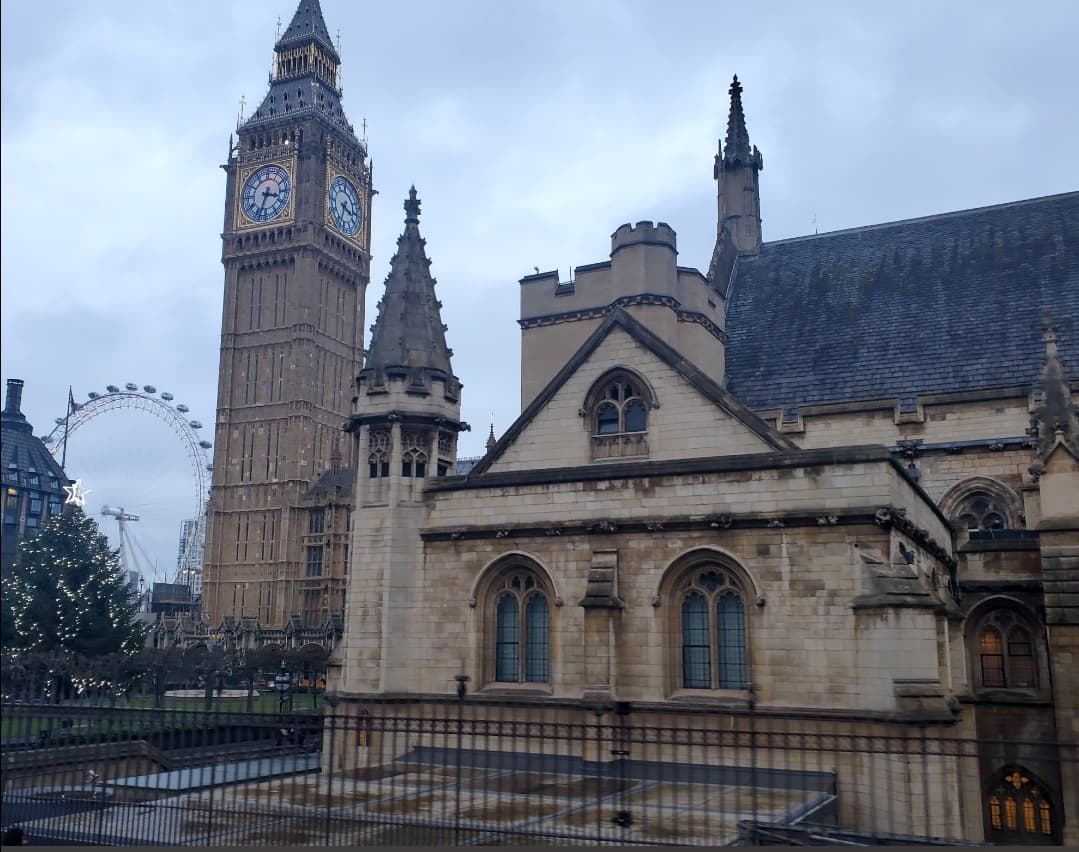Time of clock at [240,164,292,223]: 3:33
